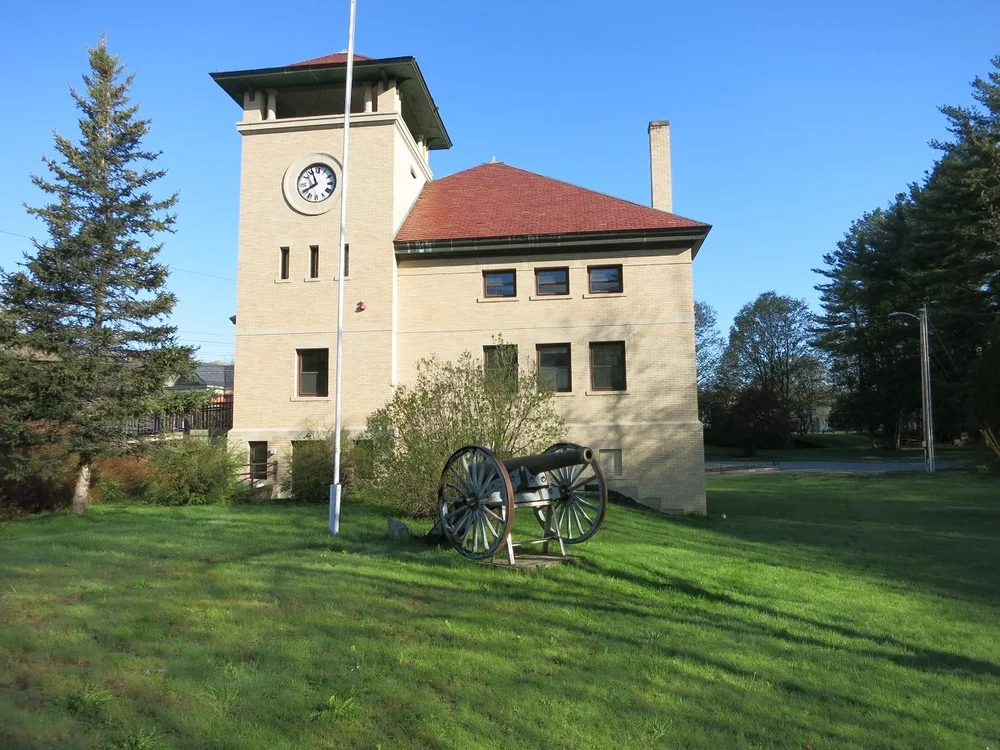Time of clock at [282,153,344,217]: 7:56
